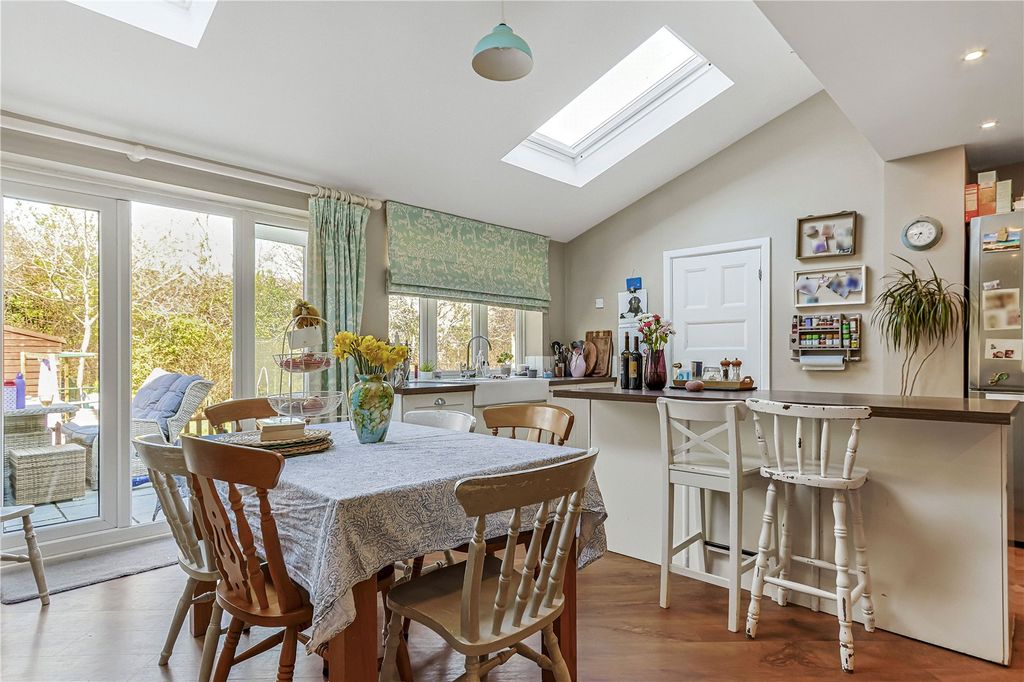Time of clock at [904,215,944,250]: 8:33
